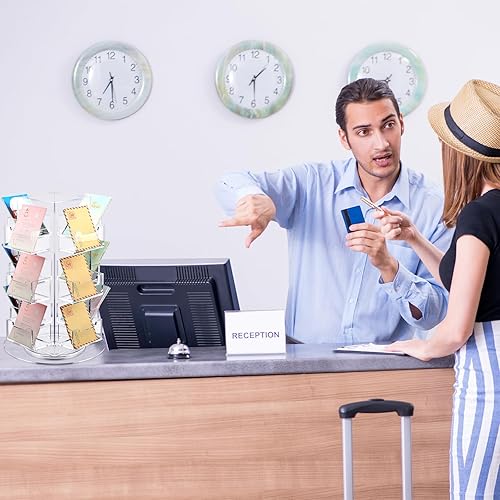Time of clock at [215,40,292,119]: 1:29
